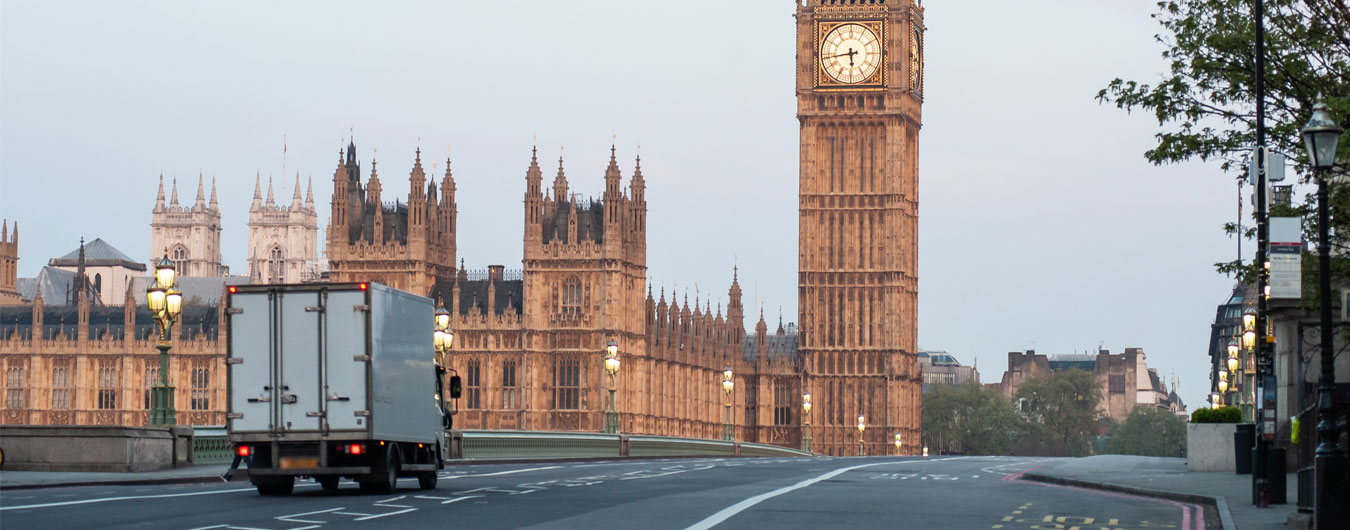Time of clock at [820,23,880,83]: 5:43
